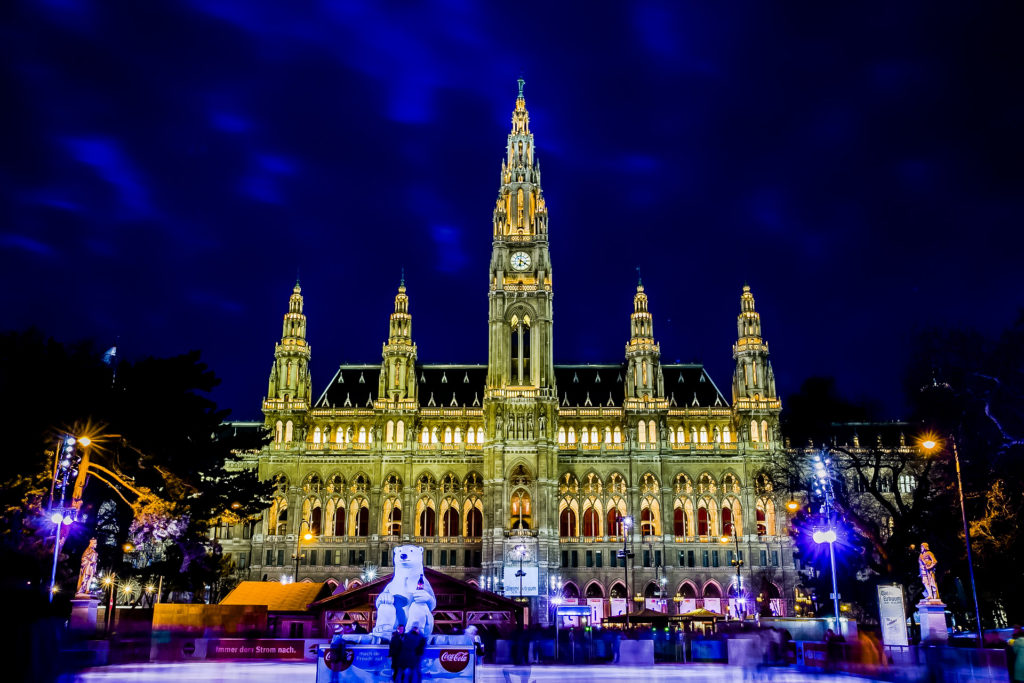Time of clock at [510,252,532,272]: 6:20
